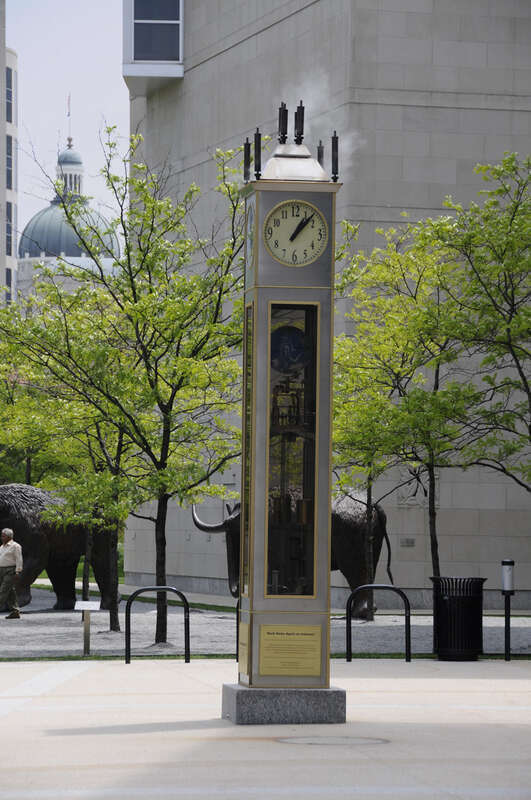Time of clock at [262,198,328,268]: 1:07
